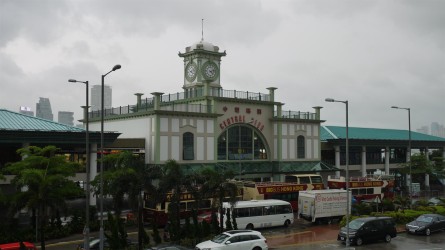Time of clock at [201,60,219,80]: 4:12
